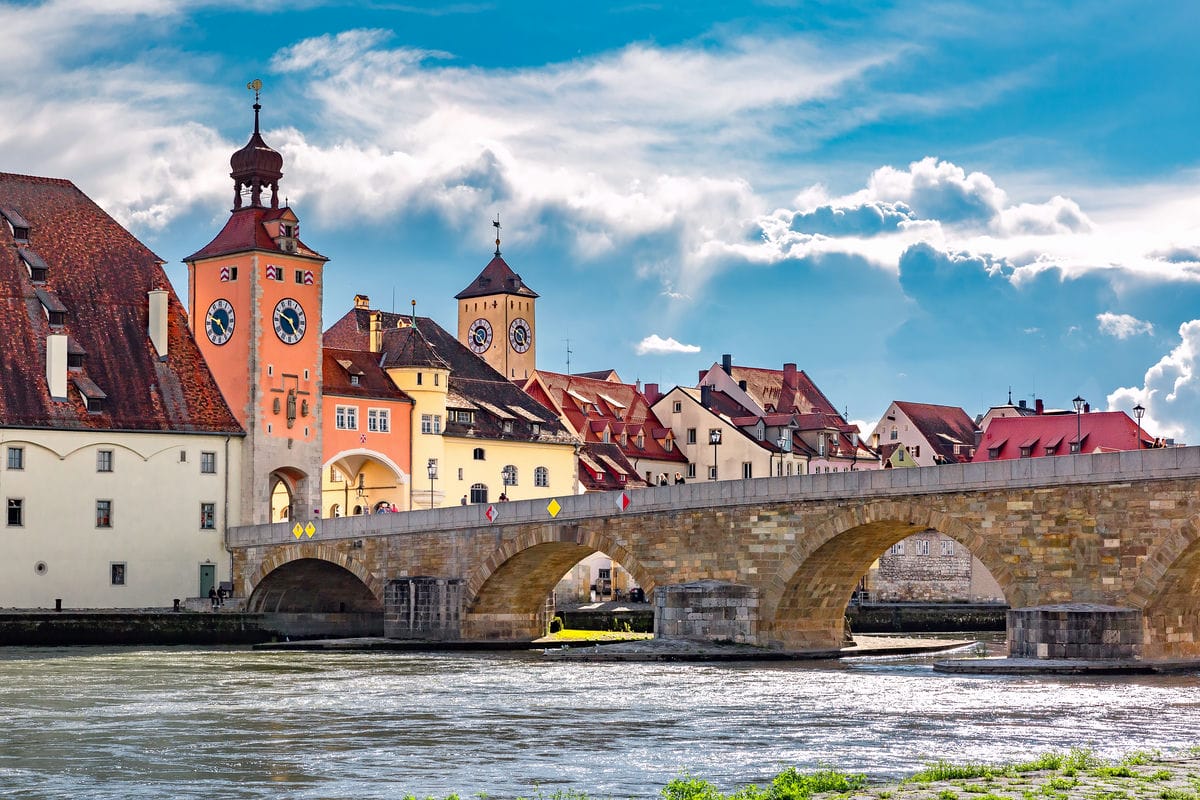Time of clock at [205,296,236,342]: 4:48
